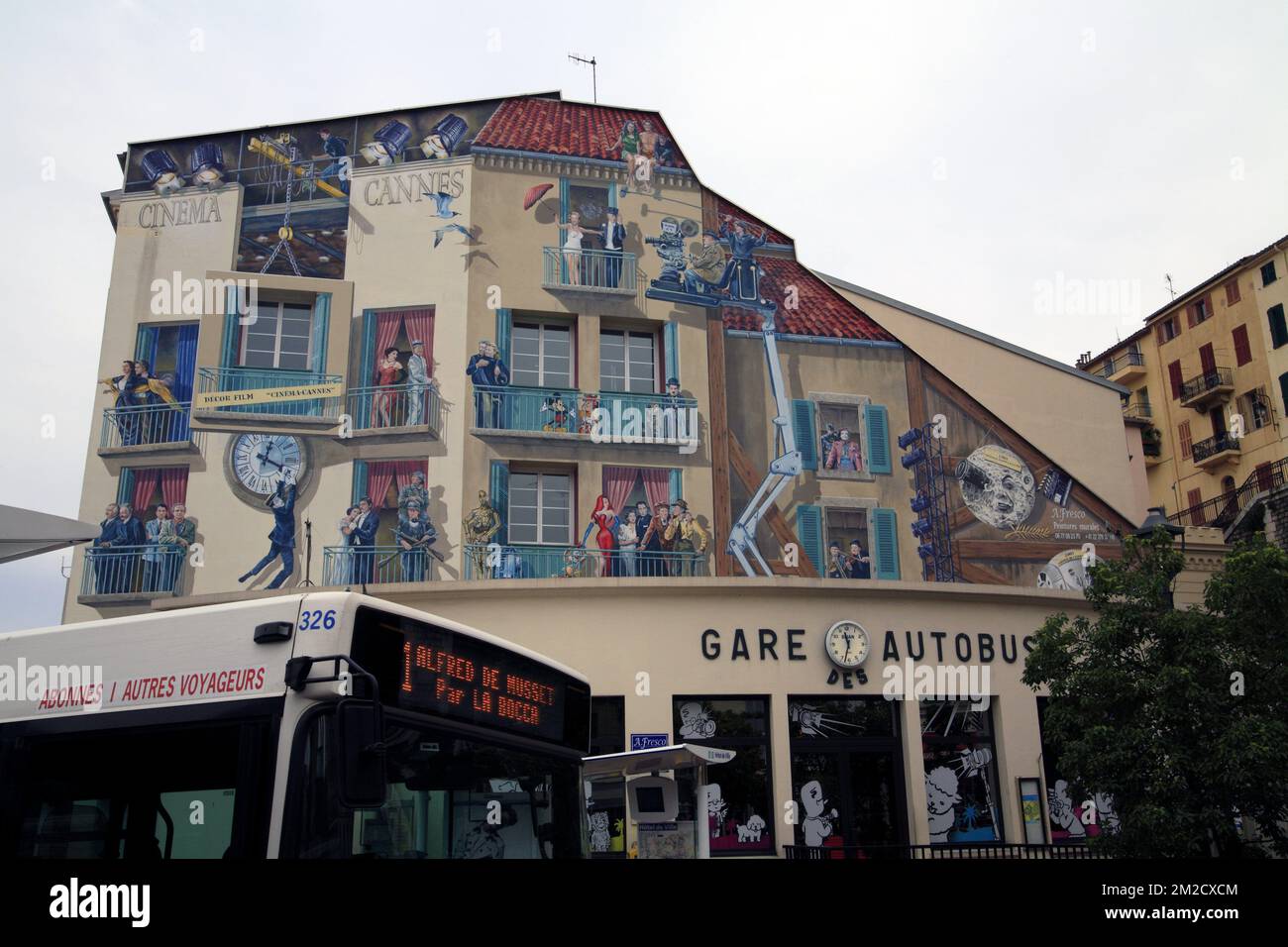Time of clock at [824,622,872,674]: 11:32
